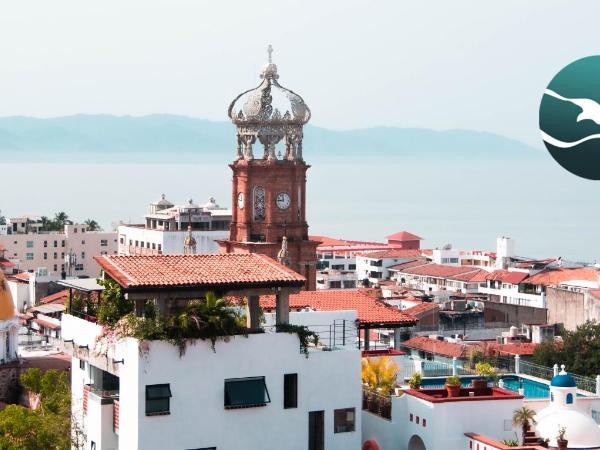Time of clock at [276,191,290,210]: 11:46
